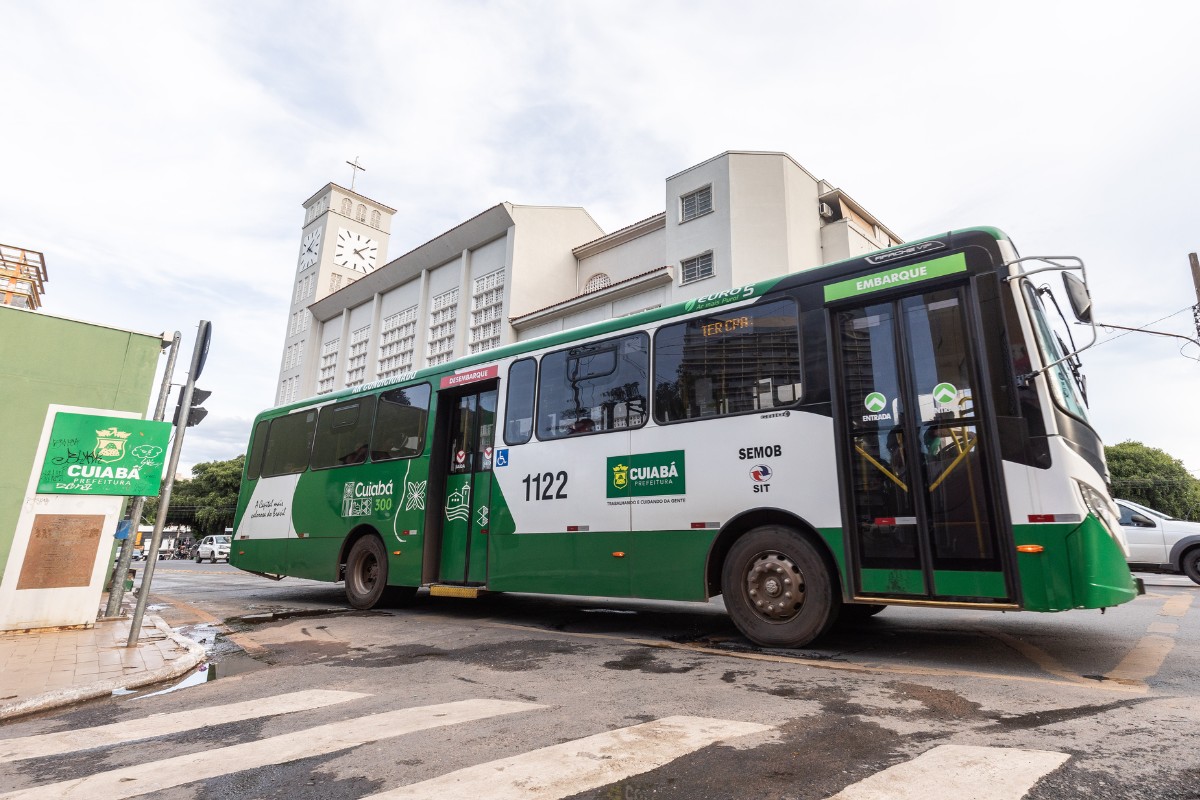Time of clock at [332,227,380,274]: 4:07
